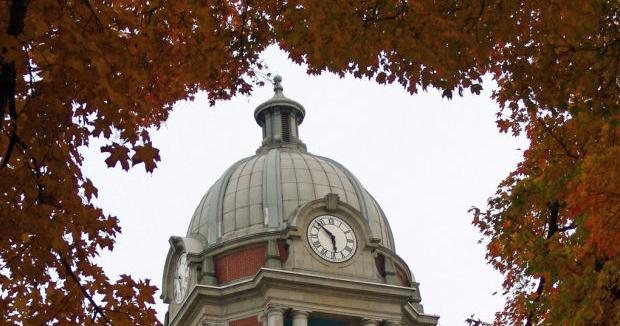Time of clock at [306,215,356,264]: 5:52
